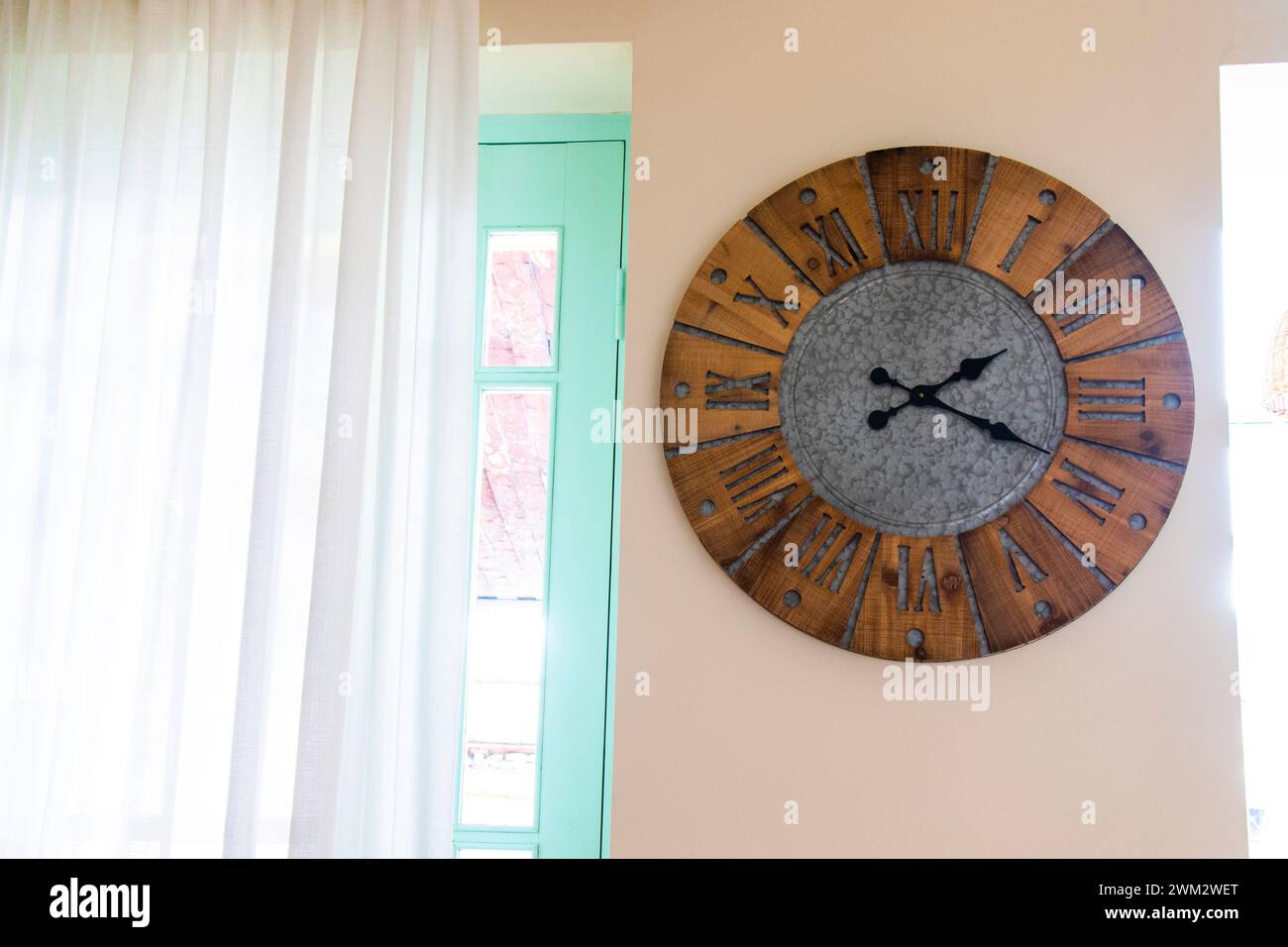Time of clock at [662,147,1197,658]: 2:18
